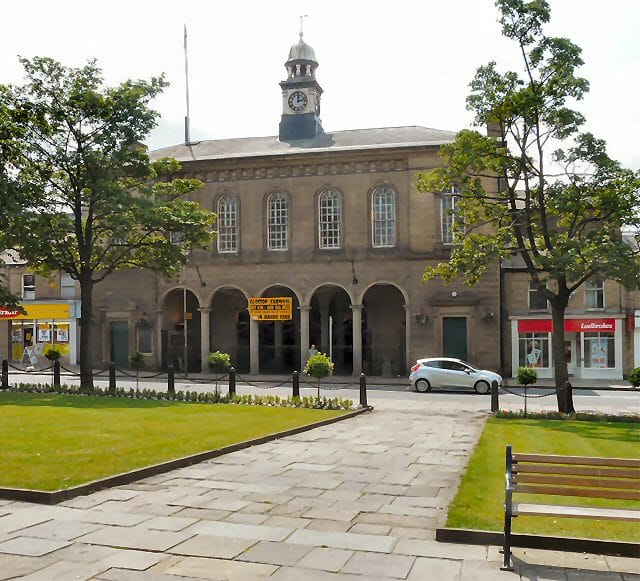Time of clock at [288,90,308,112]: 12:12
